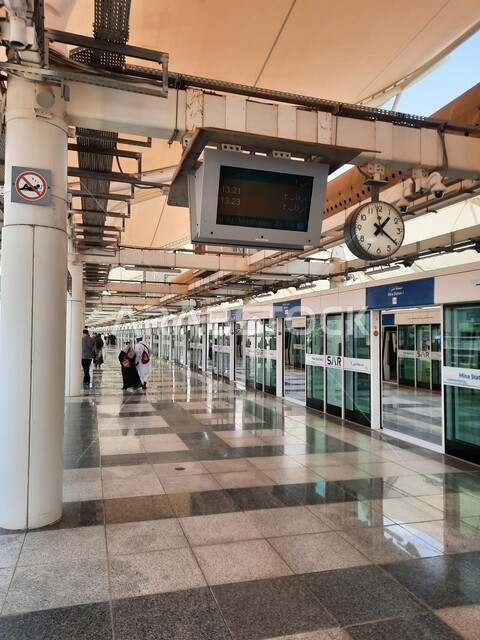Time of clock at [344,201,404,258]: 1:20
